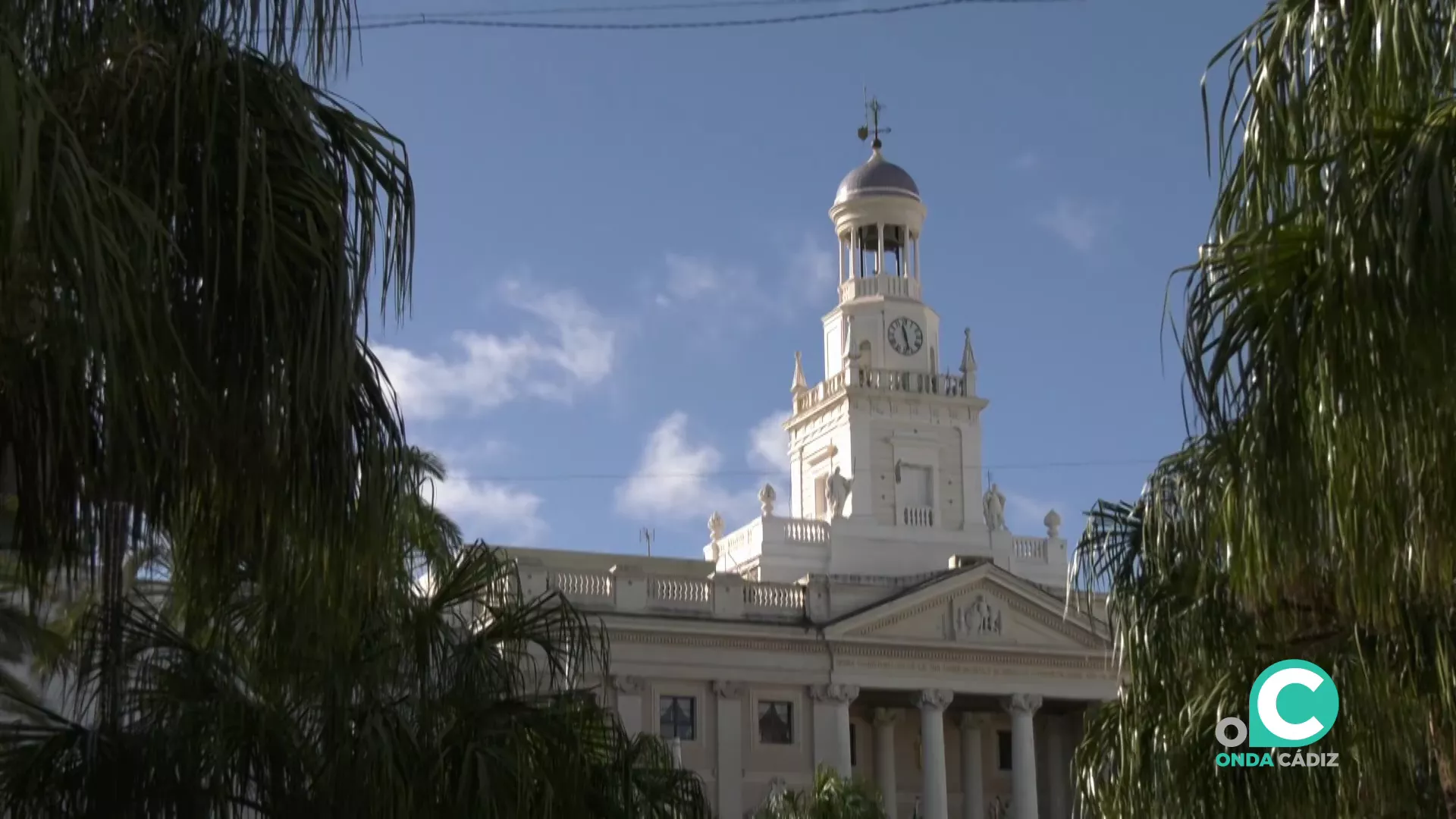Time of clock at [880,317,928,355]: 11:28
